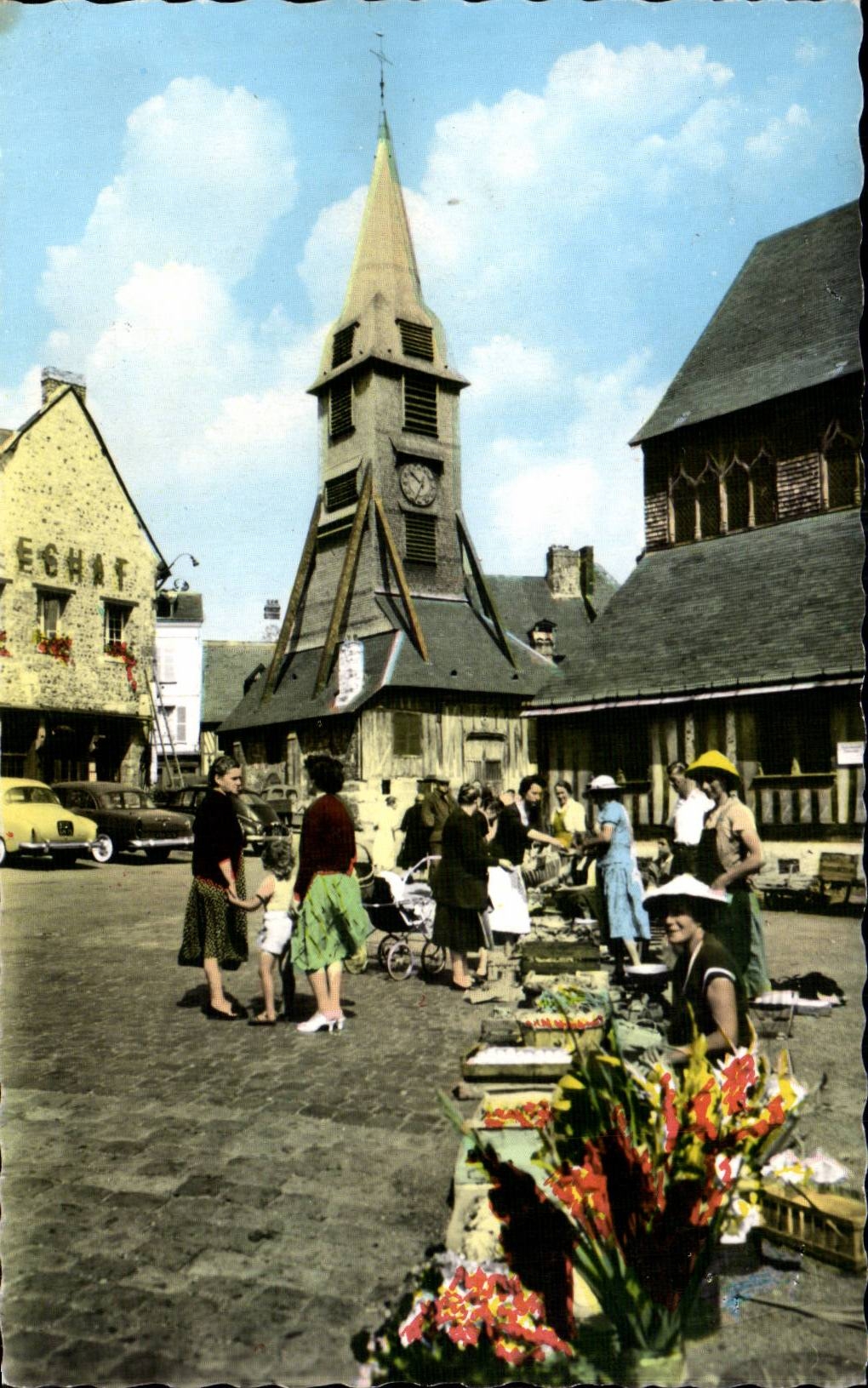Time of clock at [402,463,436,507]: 10:34
